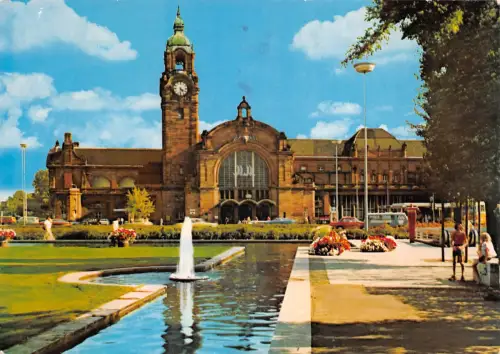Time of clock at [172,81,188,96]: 4:31
